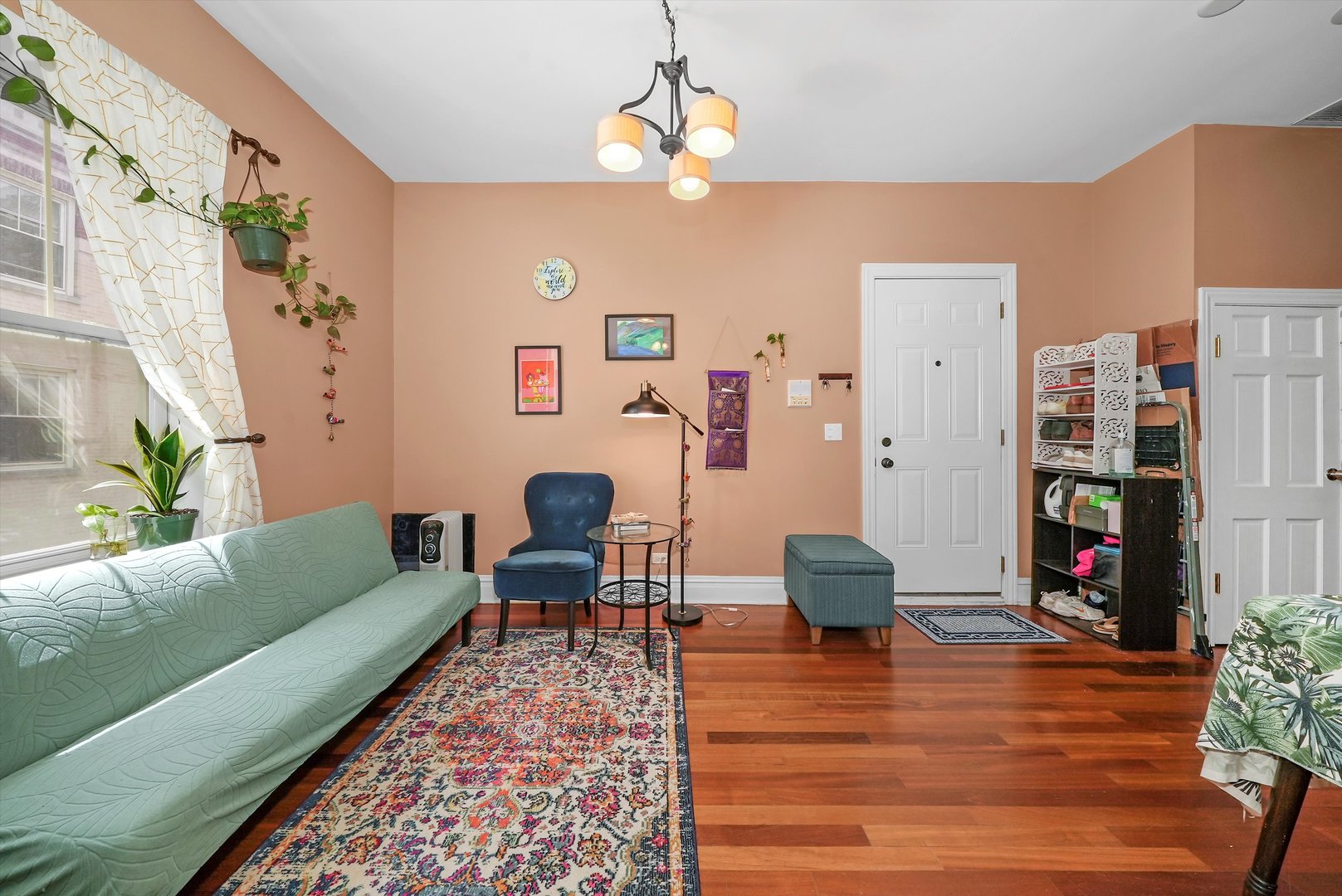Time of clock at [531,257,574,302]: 1:32
